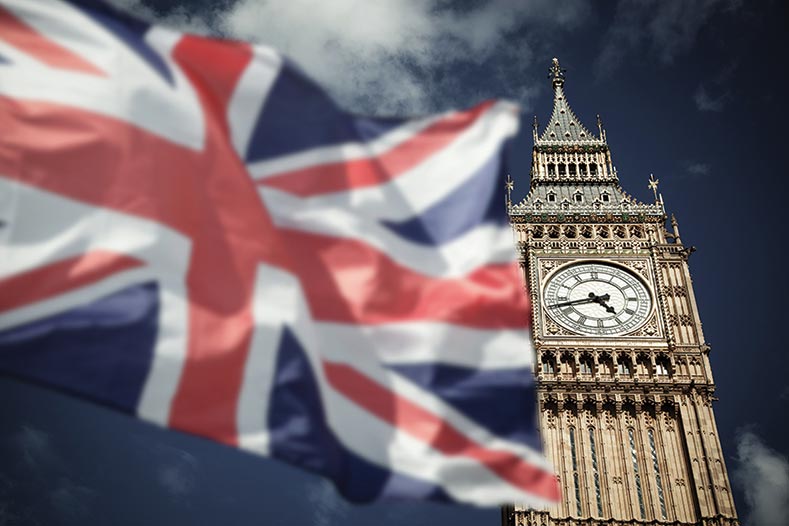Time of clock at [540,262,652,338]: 4:42
